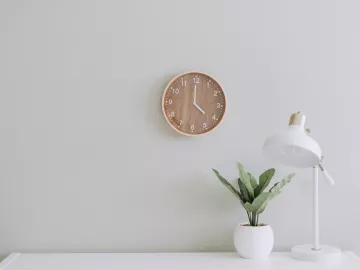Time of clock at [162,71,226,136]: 4:00
